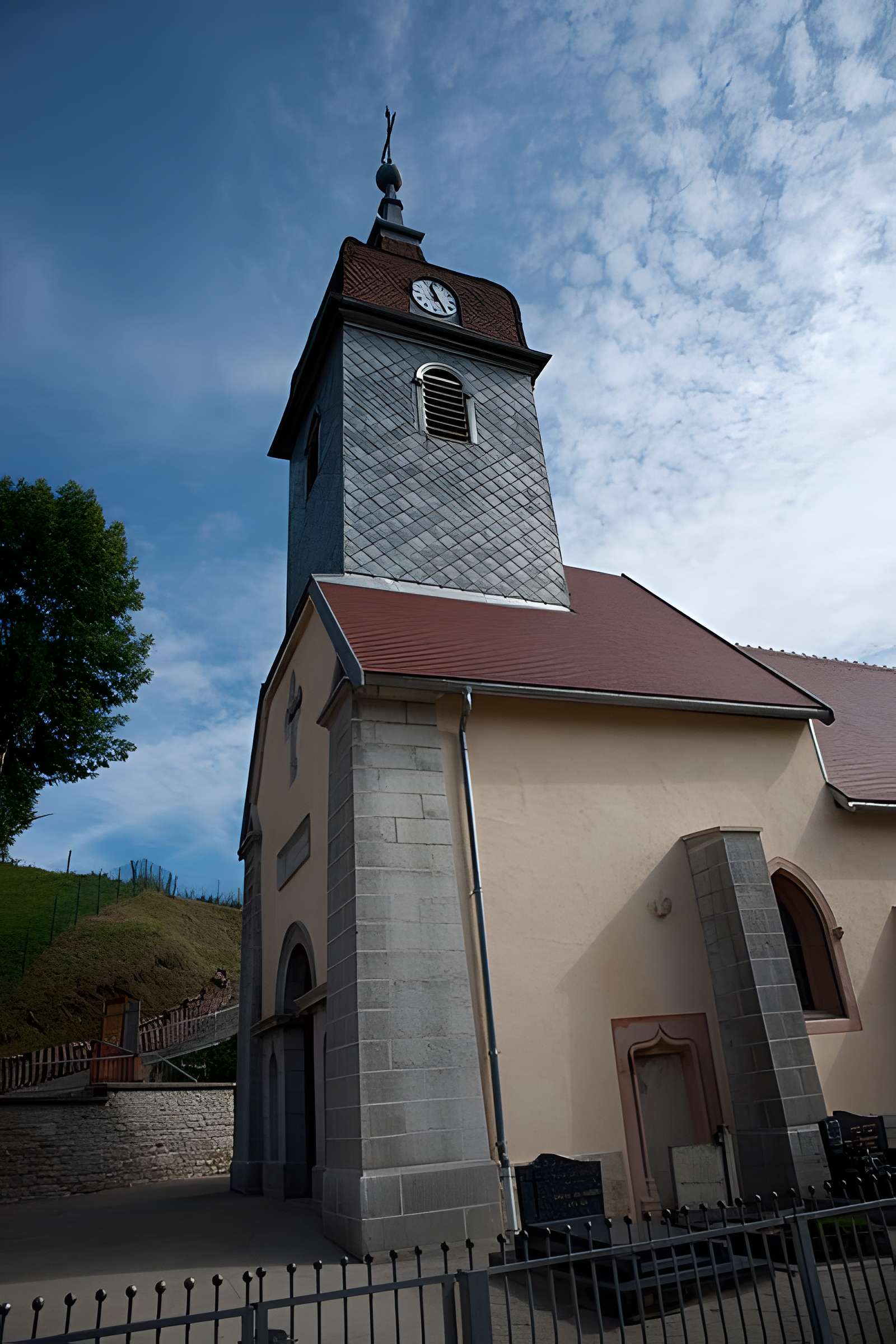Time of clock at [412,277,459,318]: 11:24
